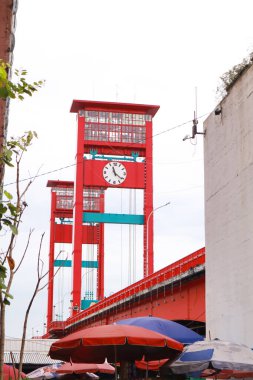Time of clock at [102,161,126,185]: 11:21
